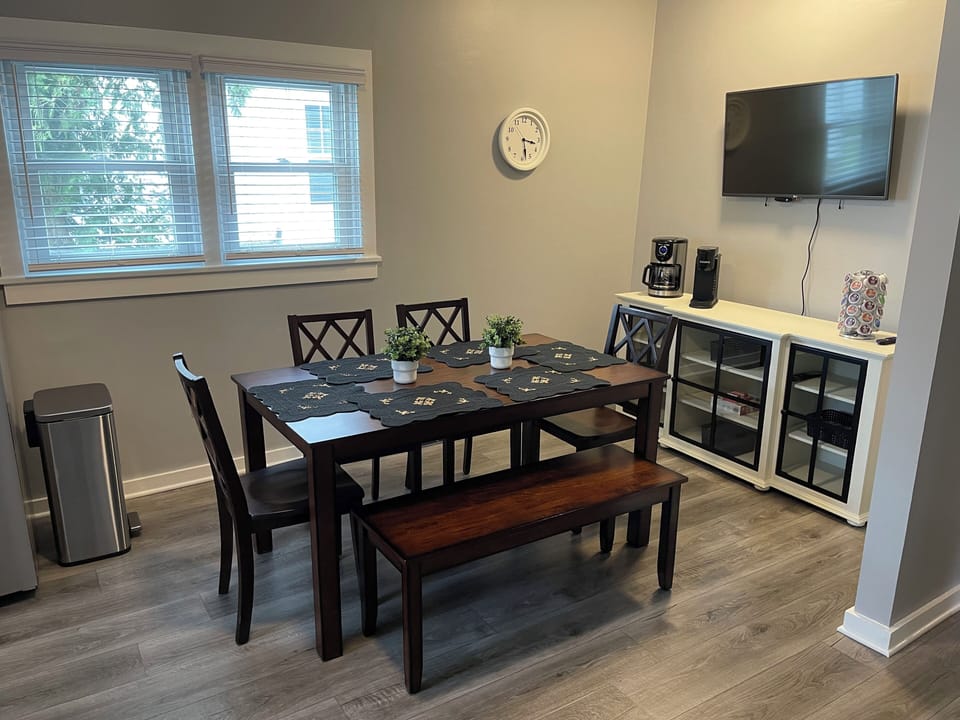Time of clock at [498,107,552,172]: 3:28
